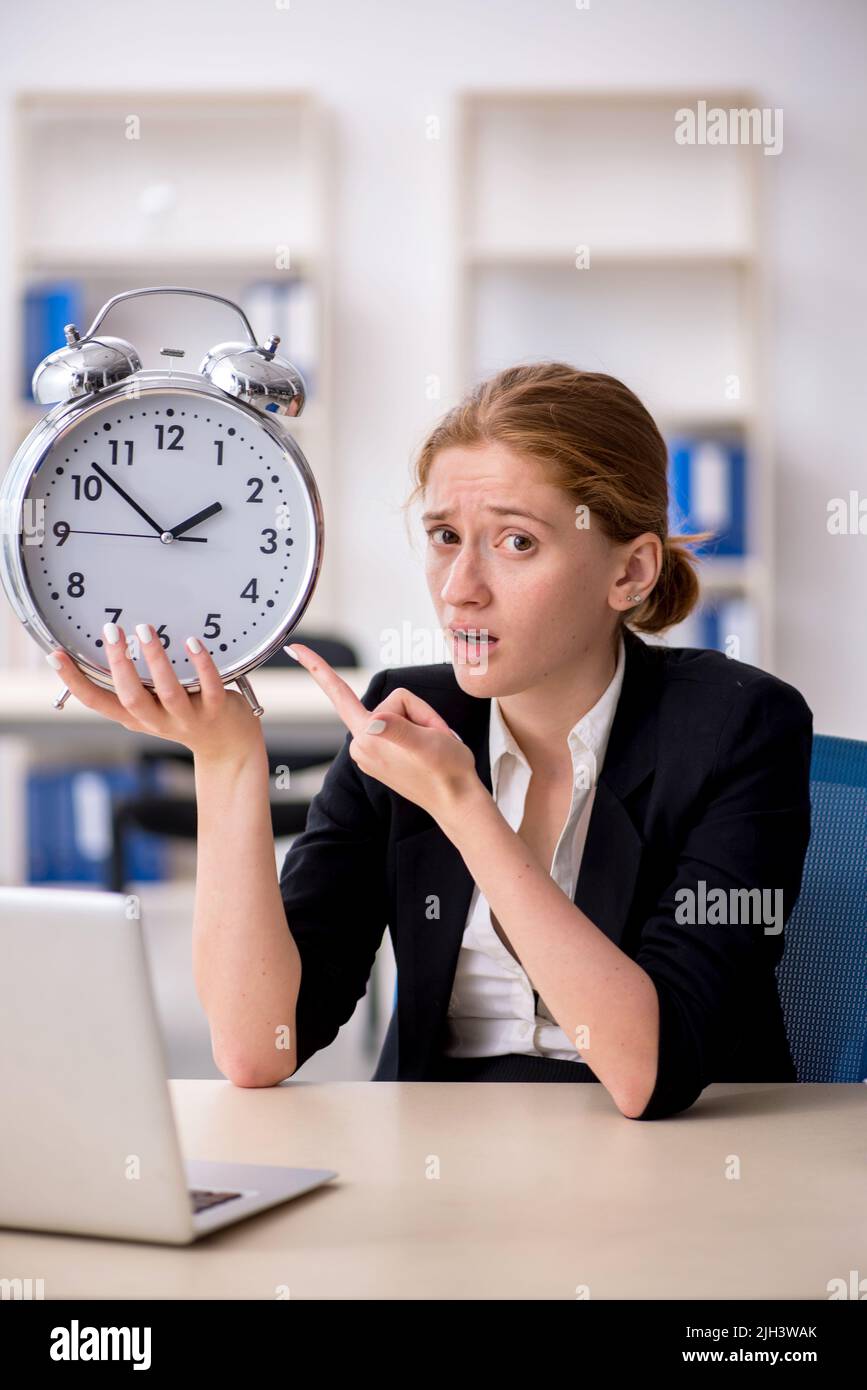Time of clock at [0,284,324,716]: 1:52
